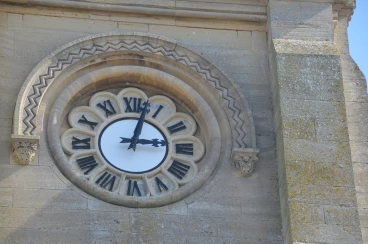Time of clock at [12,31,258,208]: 3:02
